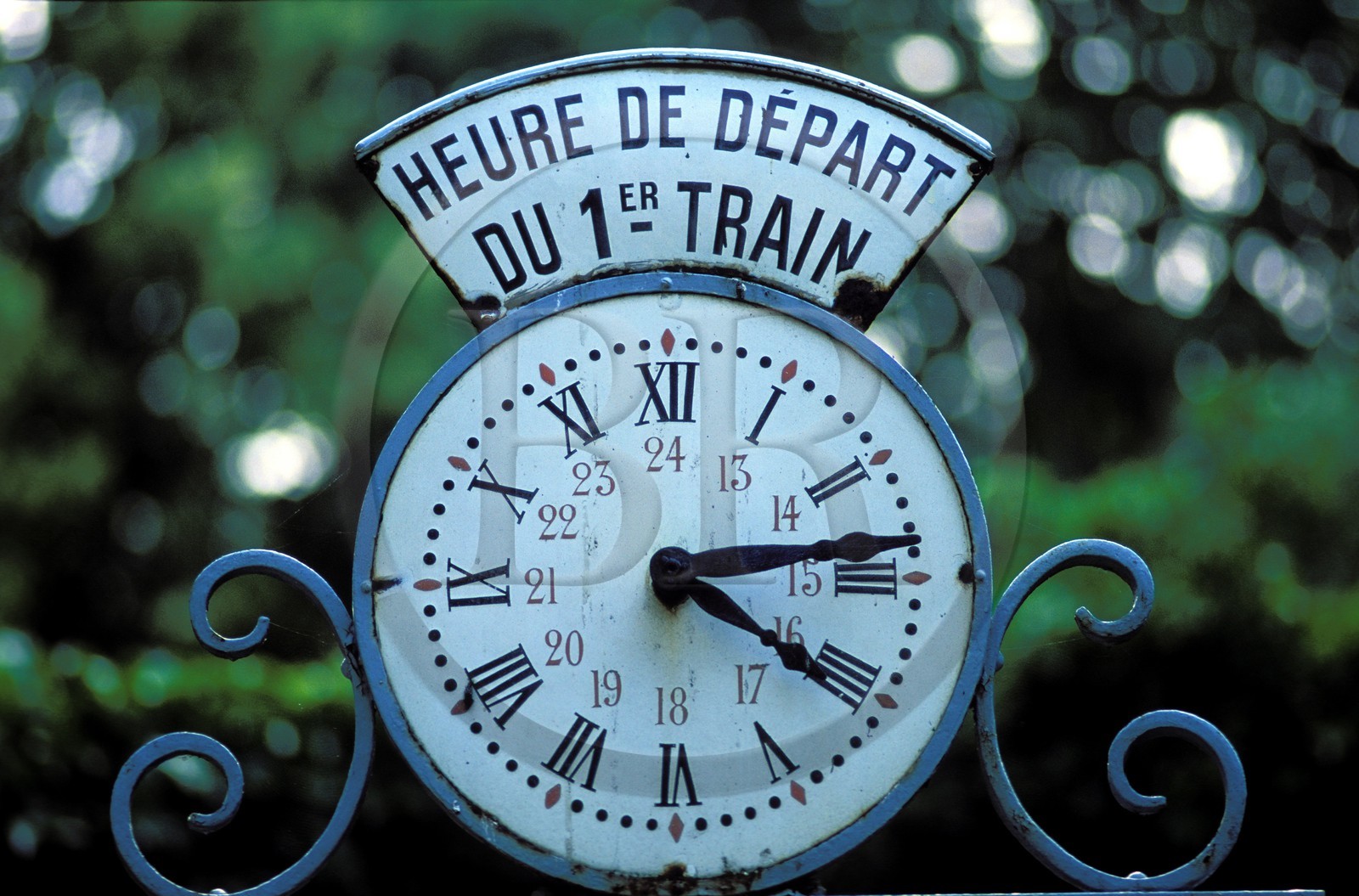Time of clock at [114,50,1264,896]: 4:13
